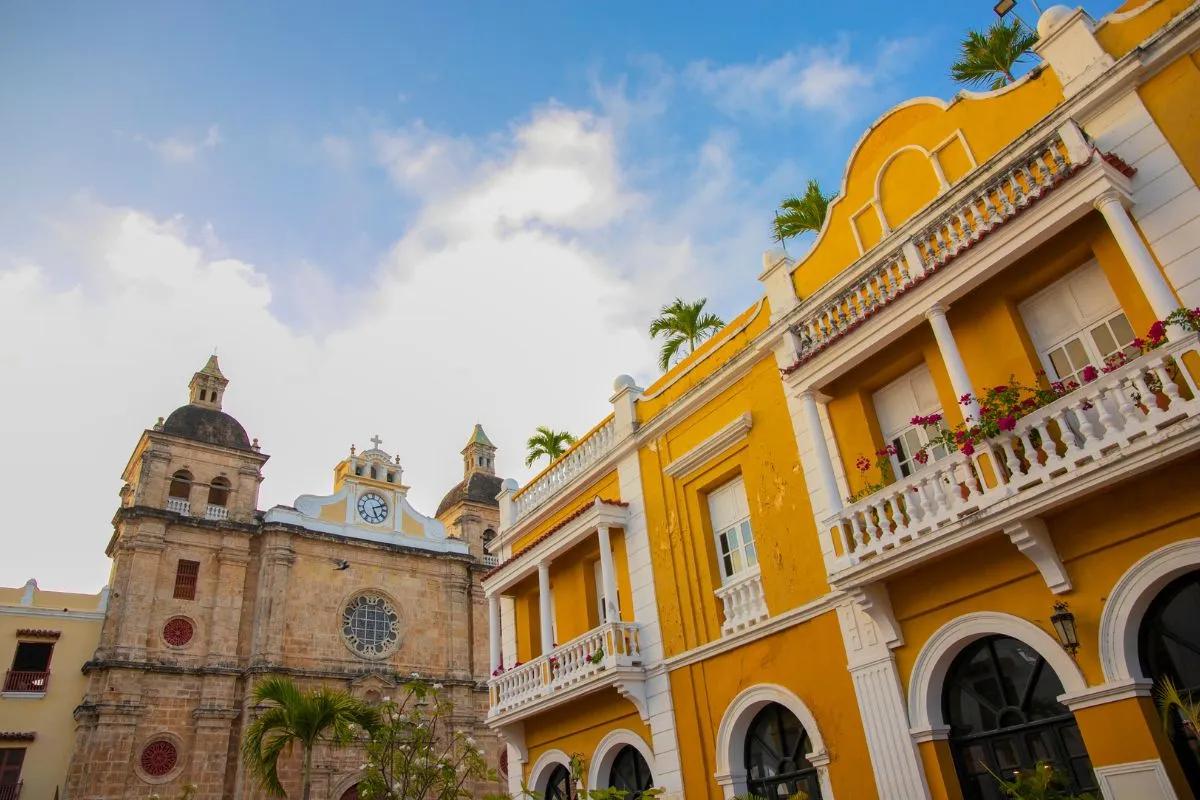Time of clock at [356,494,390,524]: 5:11
